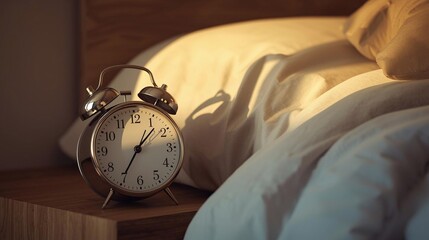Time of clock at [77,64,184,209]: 1:35
